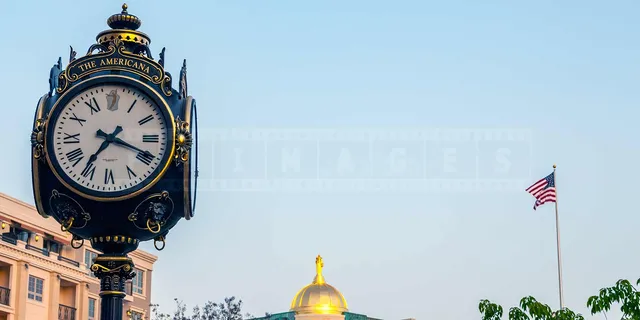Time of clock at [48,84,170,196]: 7:18
